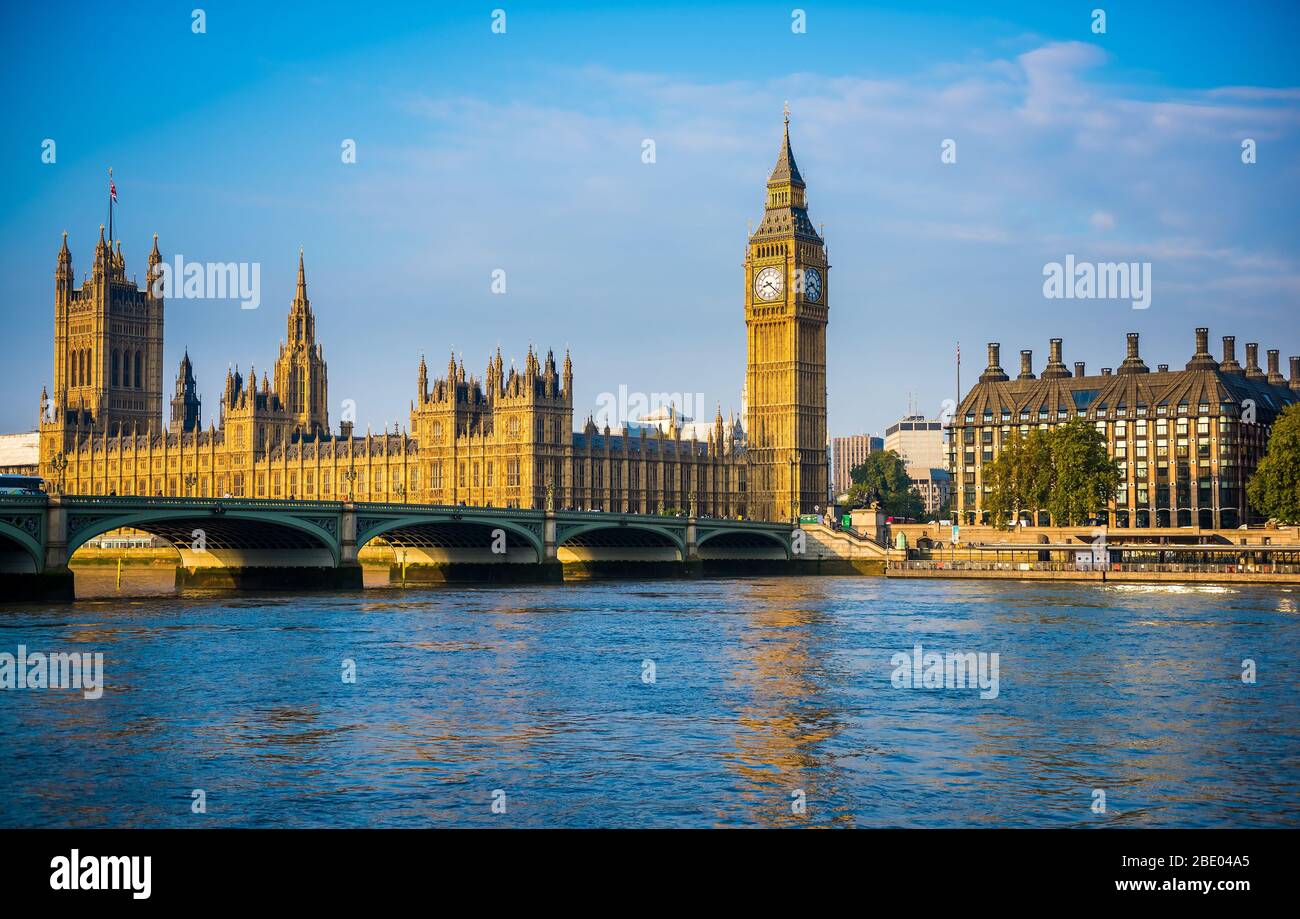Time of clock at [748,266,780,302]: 8:21
